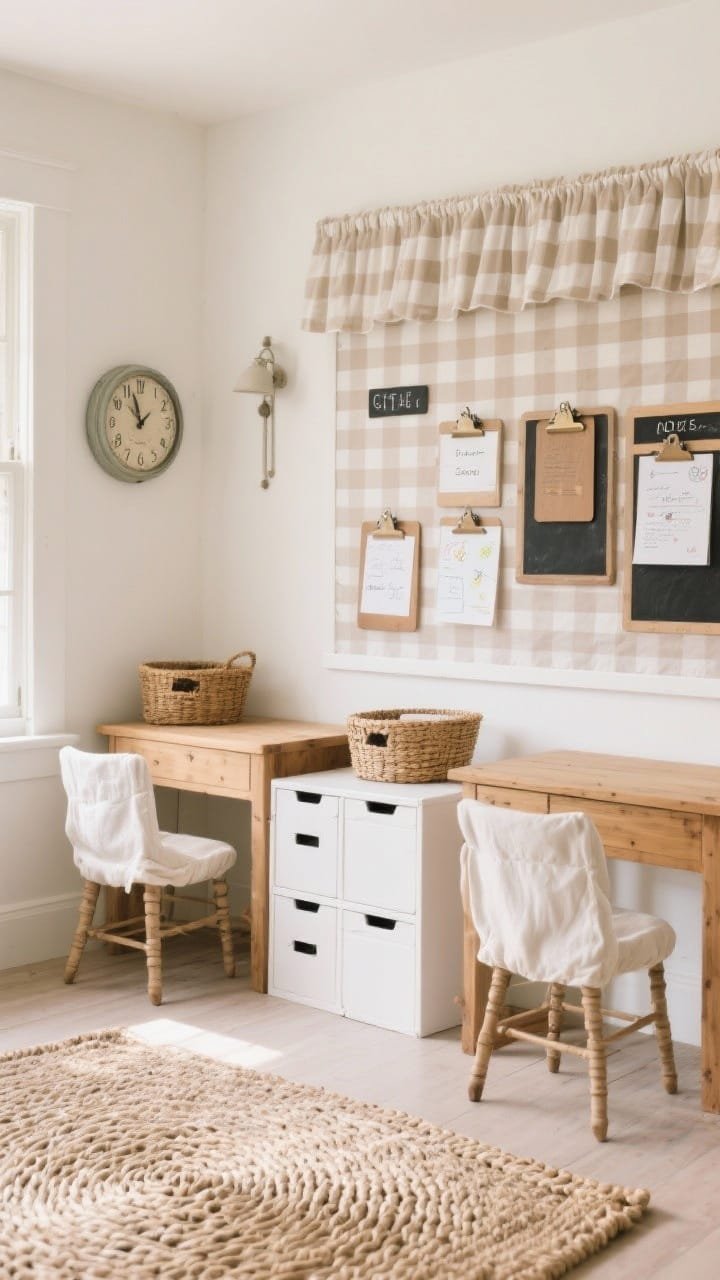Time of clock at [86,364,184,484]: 1:56
